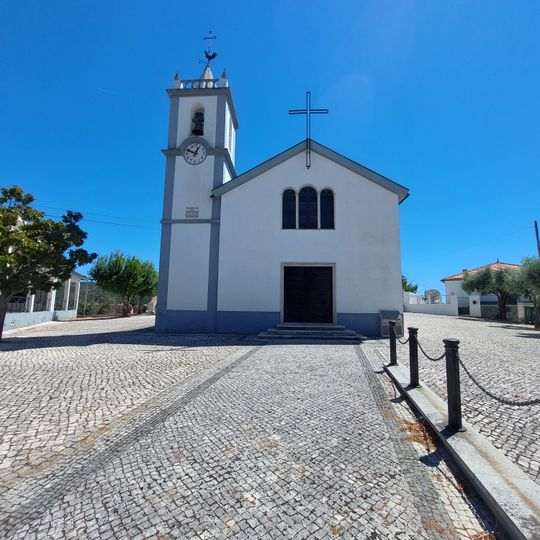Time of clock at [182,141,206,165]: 12:48
